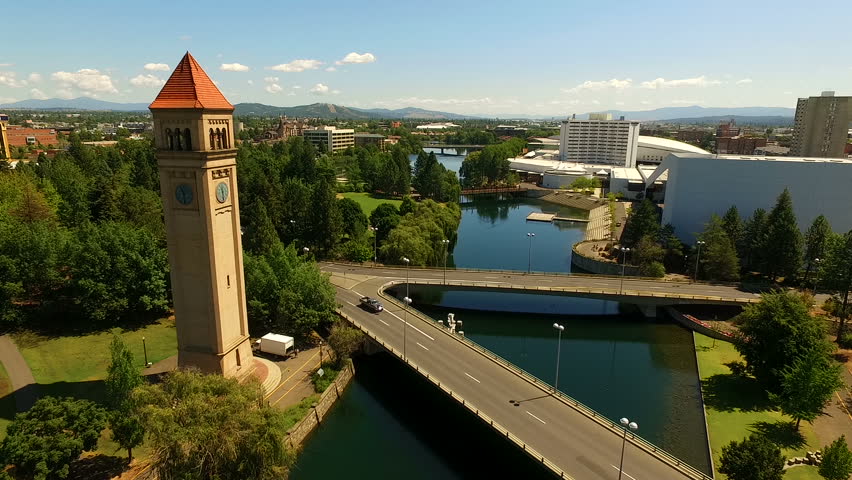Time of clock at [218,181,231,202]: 11:28
